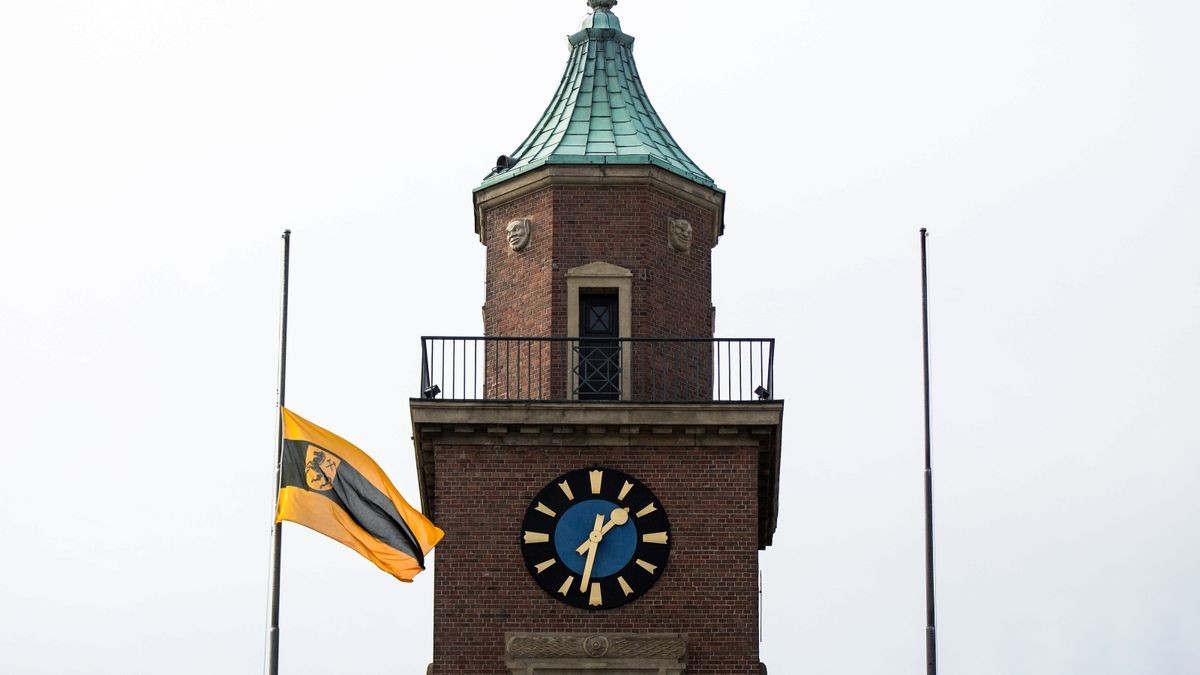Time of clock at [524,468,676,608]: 1:32
